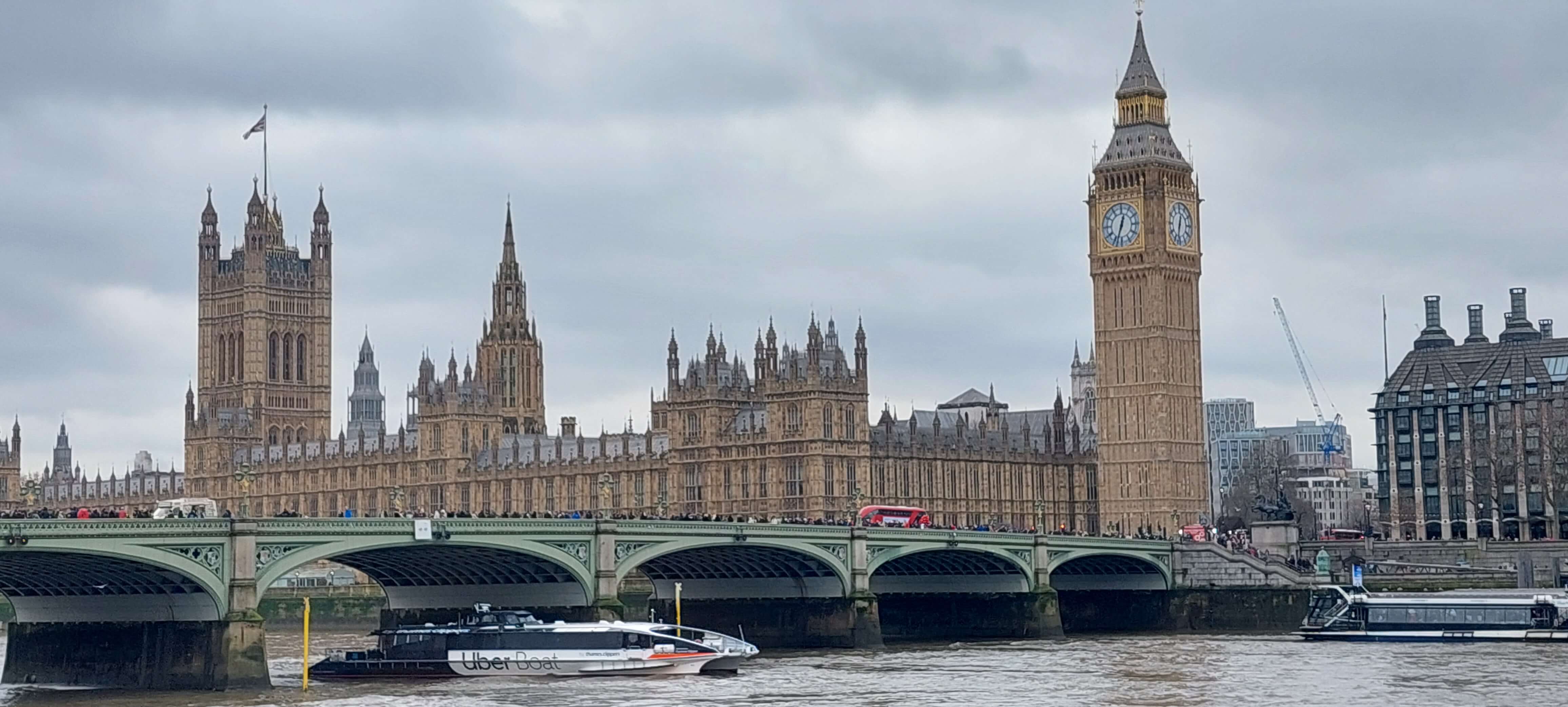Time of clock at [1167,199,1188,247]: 12:32
